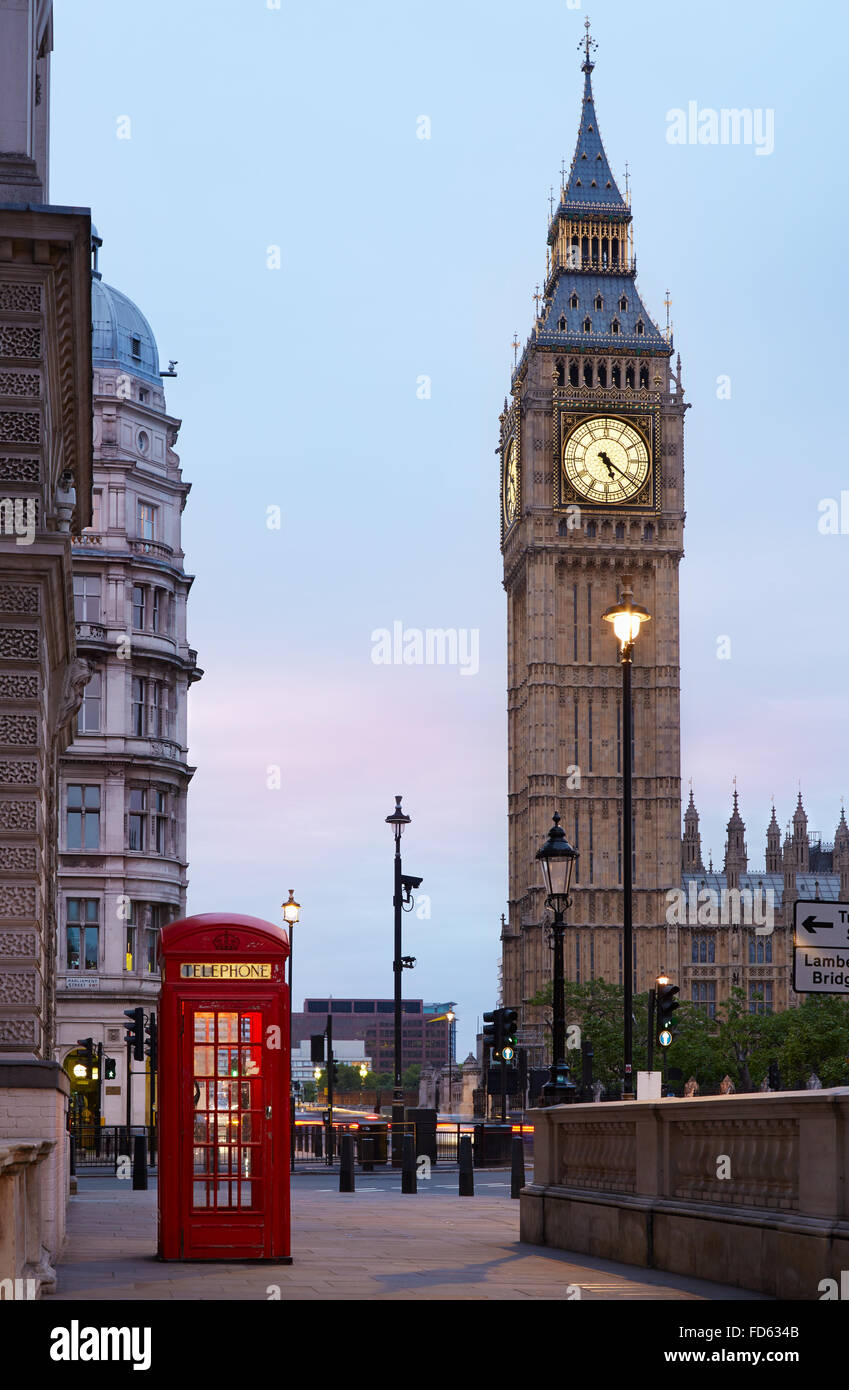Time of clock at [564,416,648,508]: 5:21
